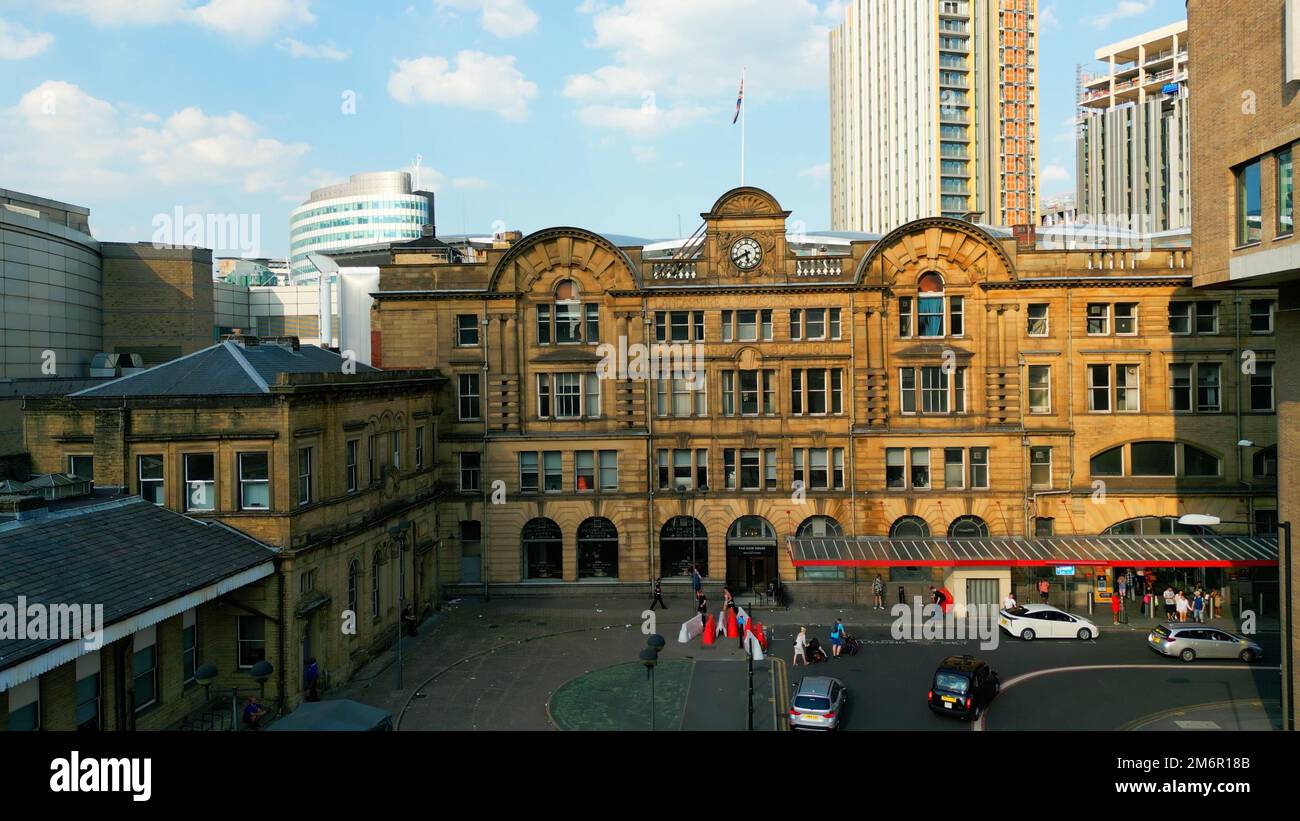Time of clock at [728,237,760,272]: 5:40
